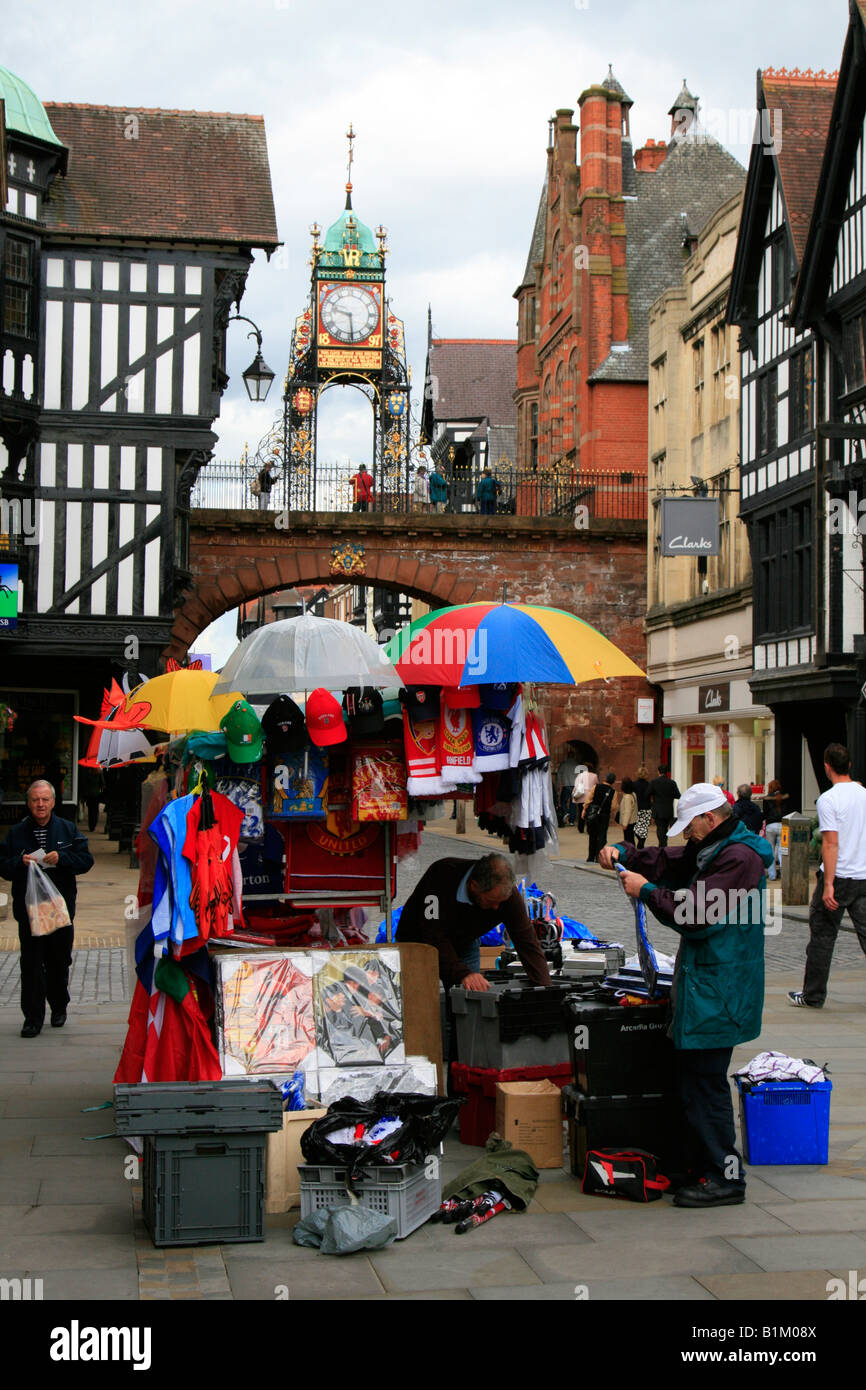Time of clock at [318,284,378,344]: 9:29
